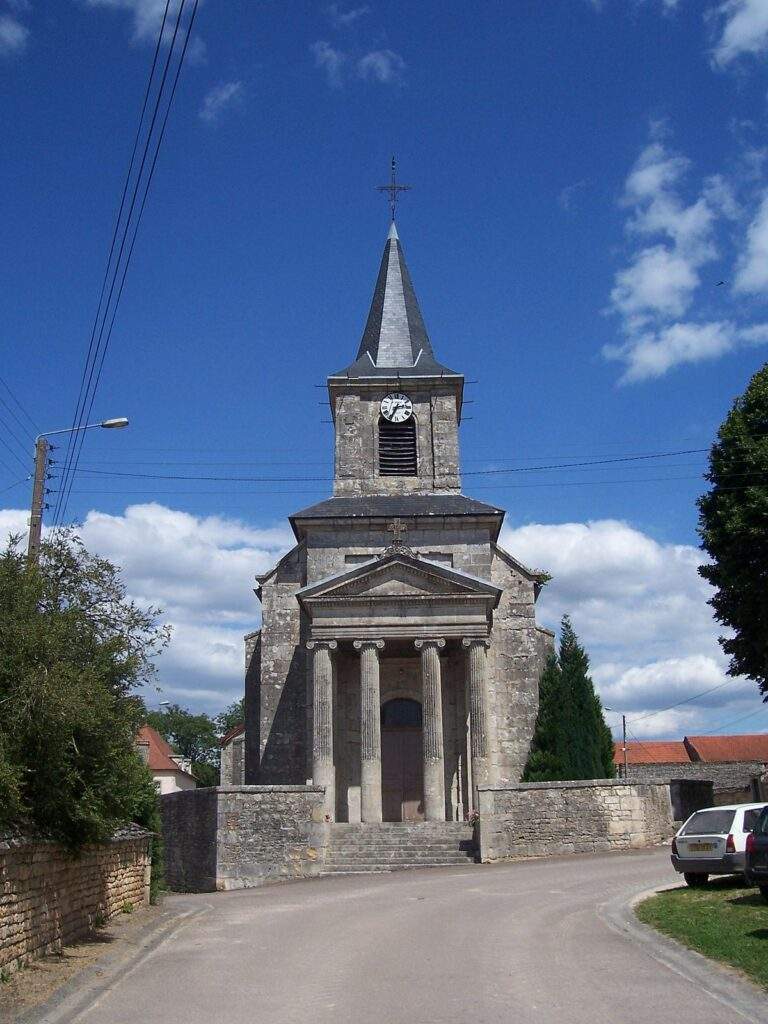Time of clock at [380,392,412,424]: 2:34
